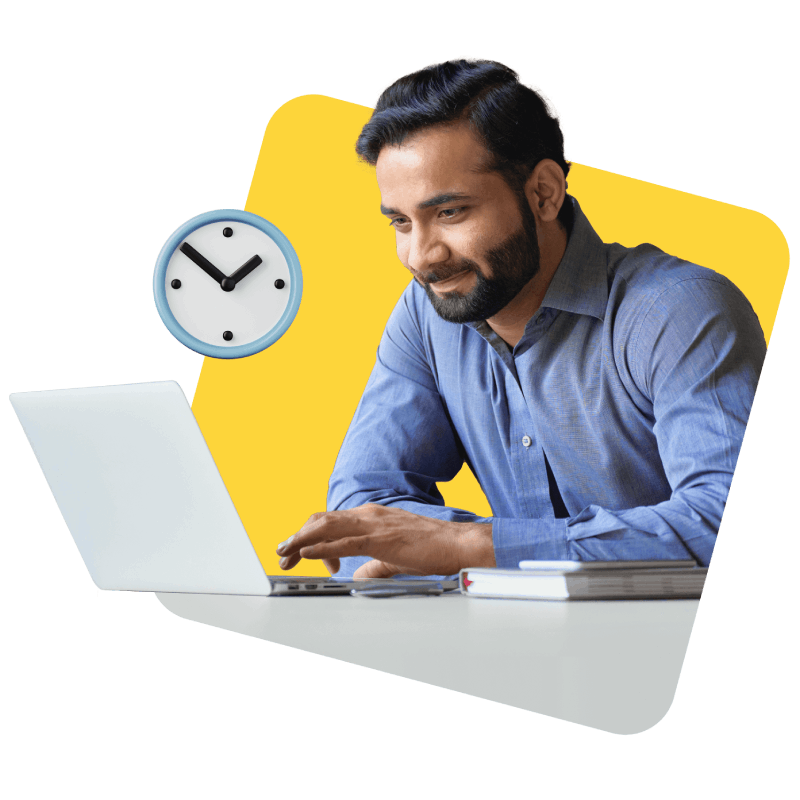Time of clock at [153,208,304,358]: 1:51
